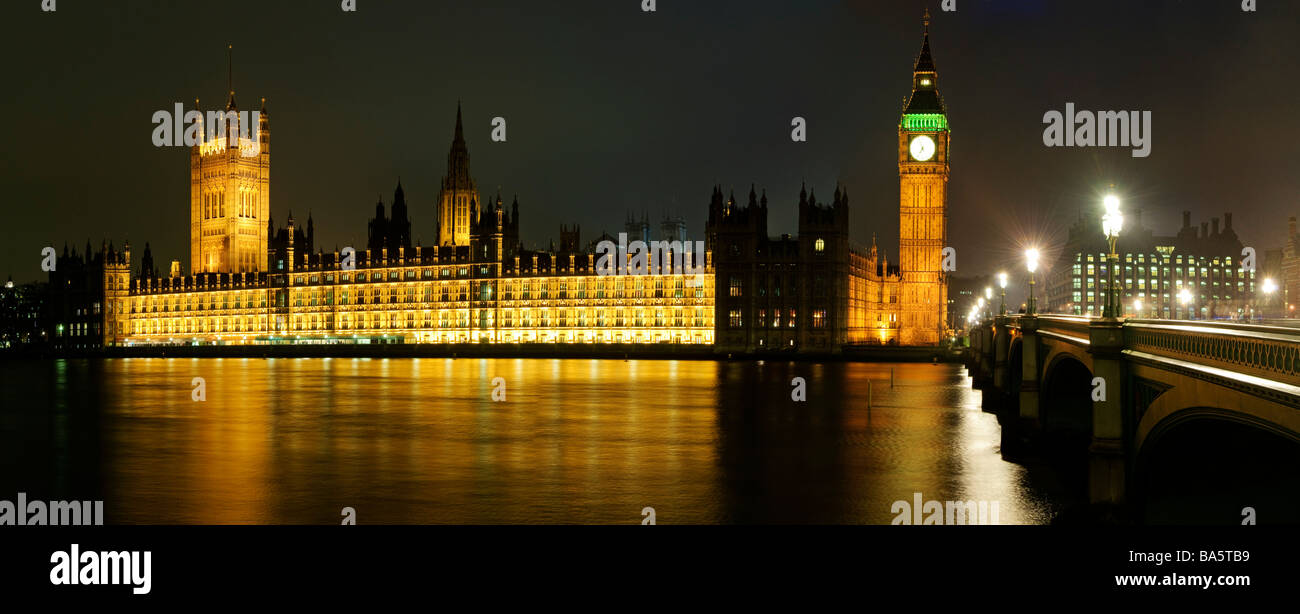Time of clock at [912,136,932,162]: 6:56
